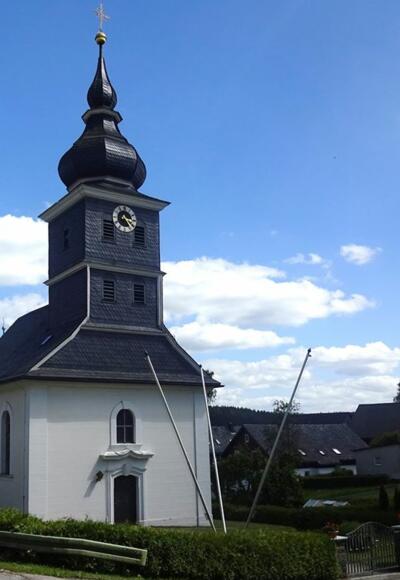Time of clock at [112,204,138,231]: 3:24
